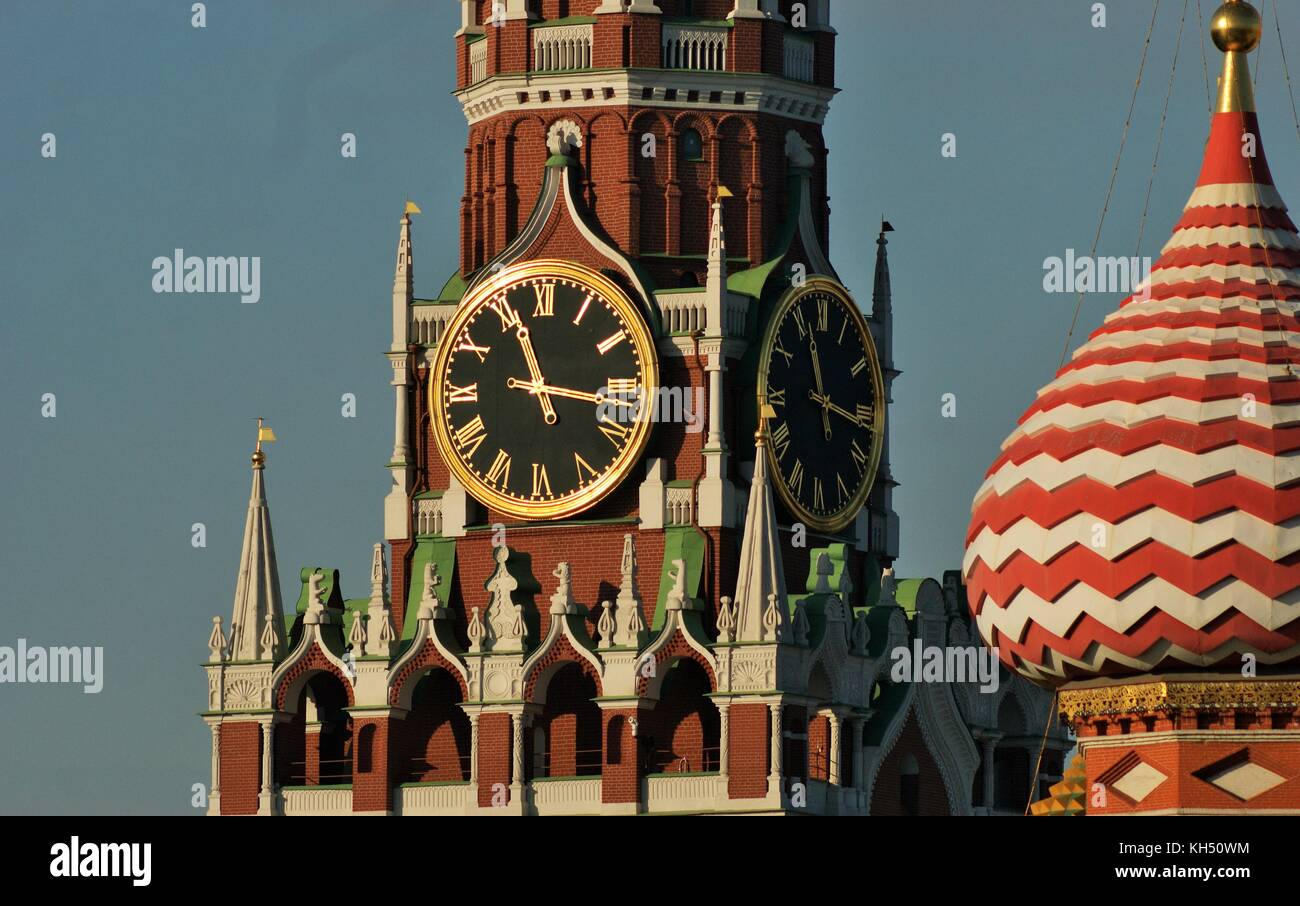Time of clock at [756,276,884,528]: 11:16
